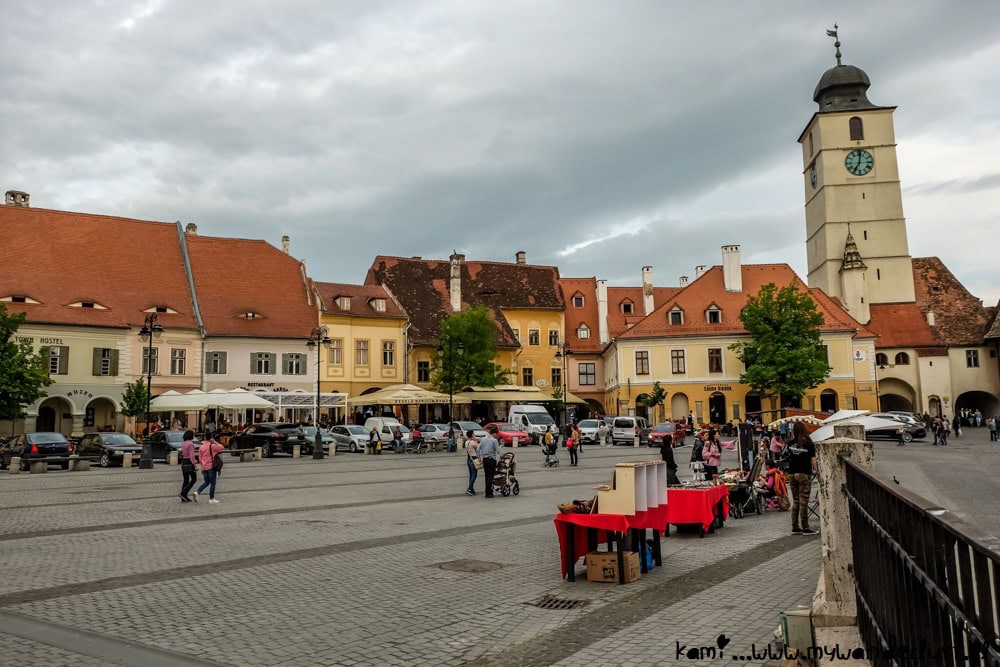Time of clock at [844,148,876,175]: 7:01
